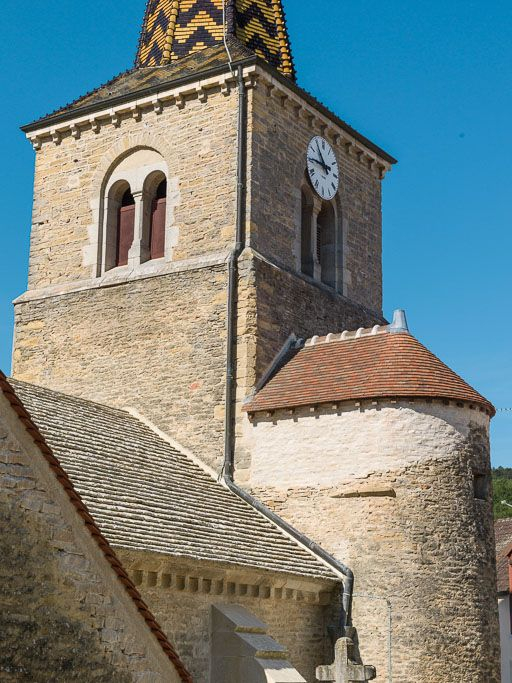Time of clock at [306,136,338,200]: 10:45
